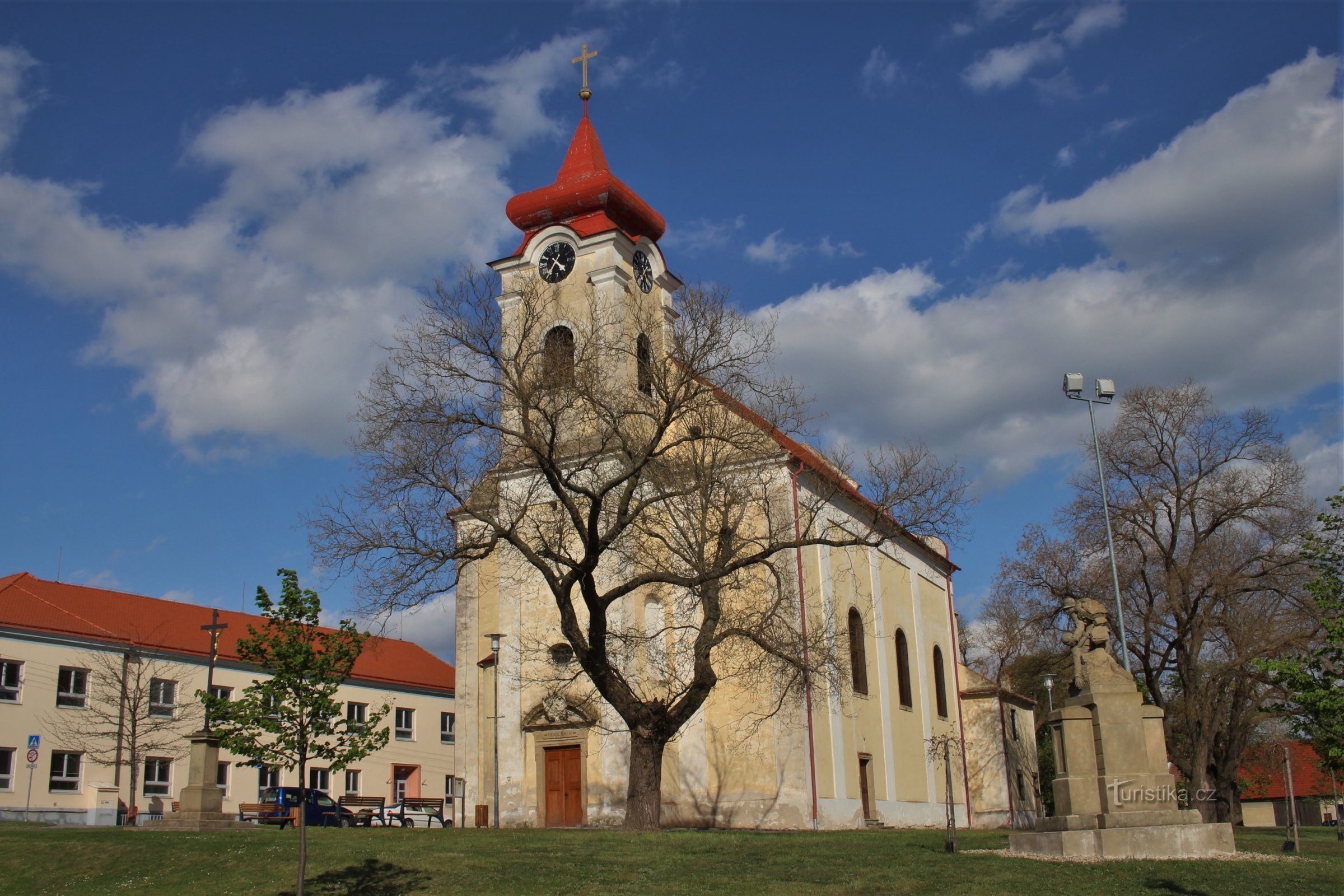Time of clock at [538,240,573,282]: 4:35
